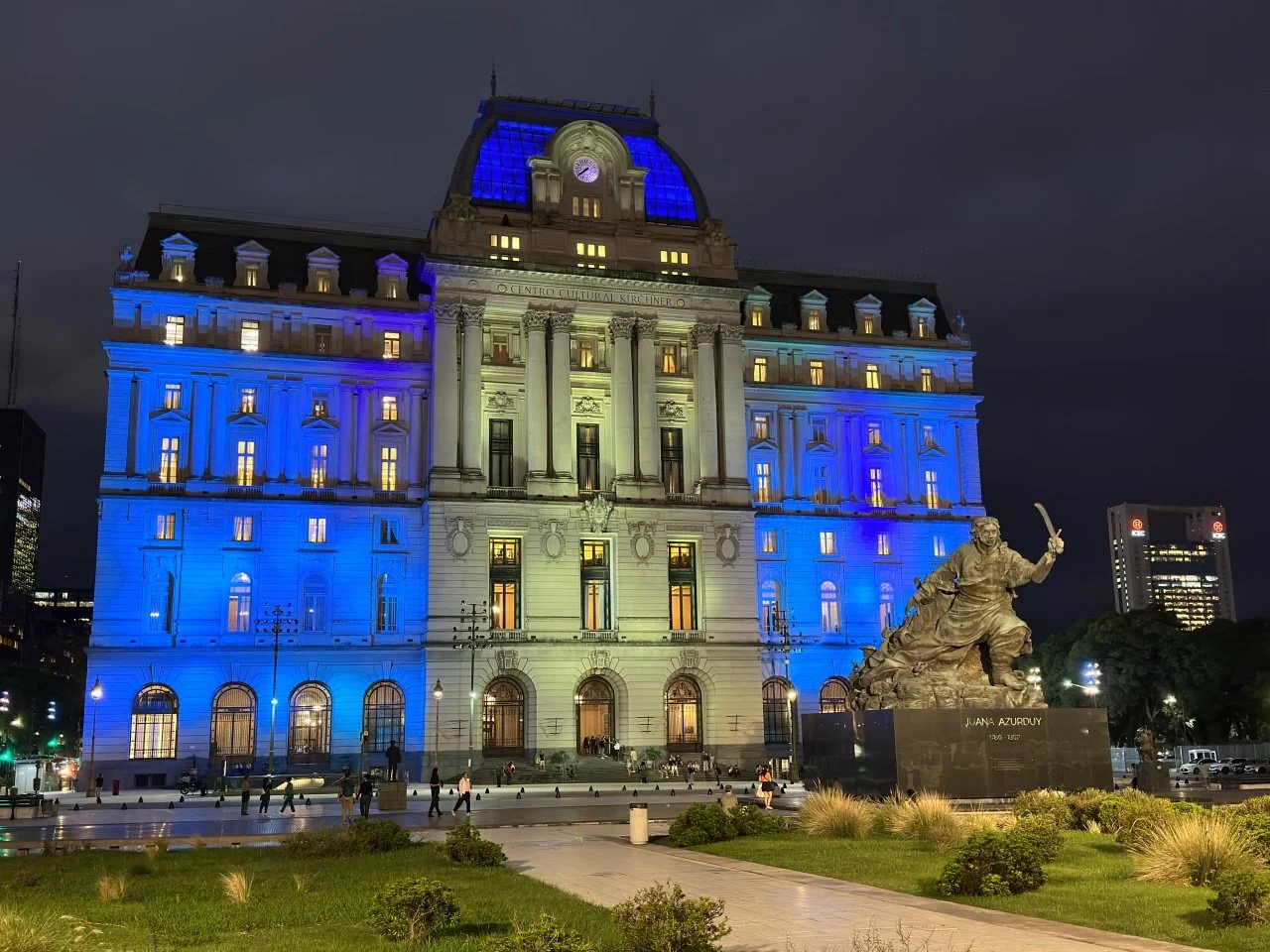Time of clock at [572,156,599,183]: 7:39
